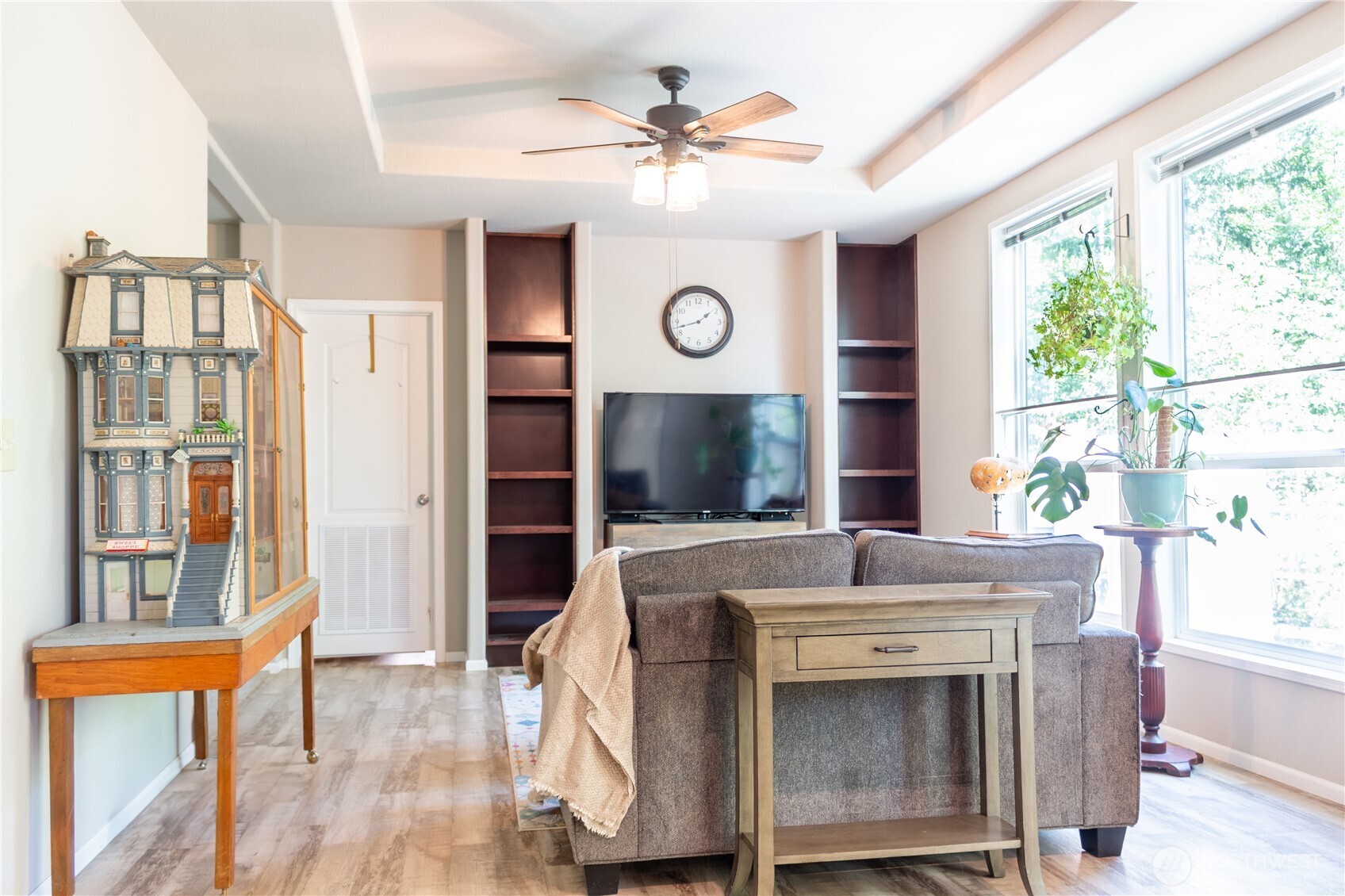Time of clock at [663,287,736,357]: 1:42
